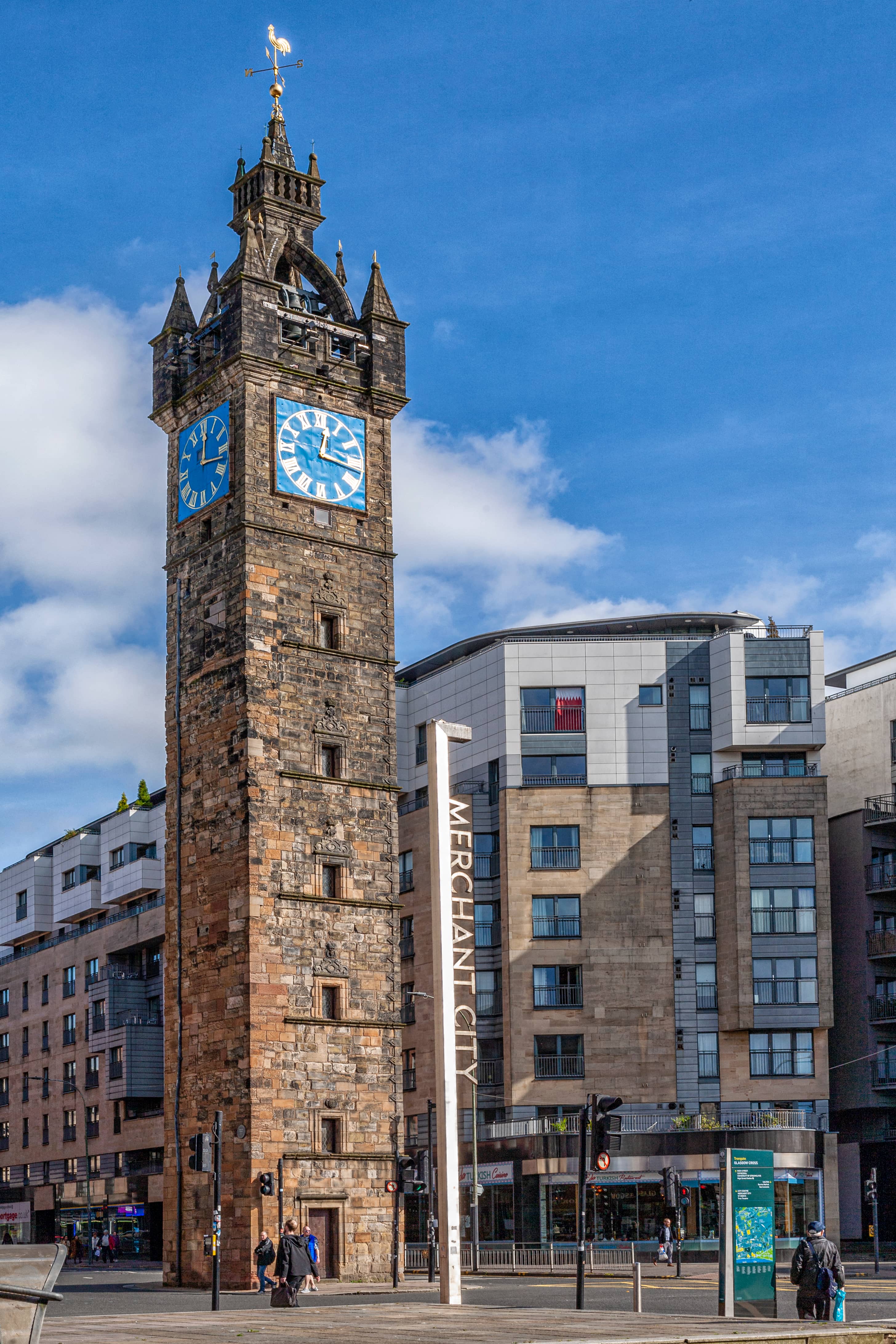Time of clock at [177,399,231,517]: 12:16
